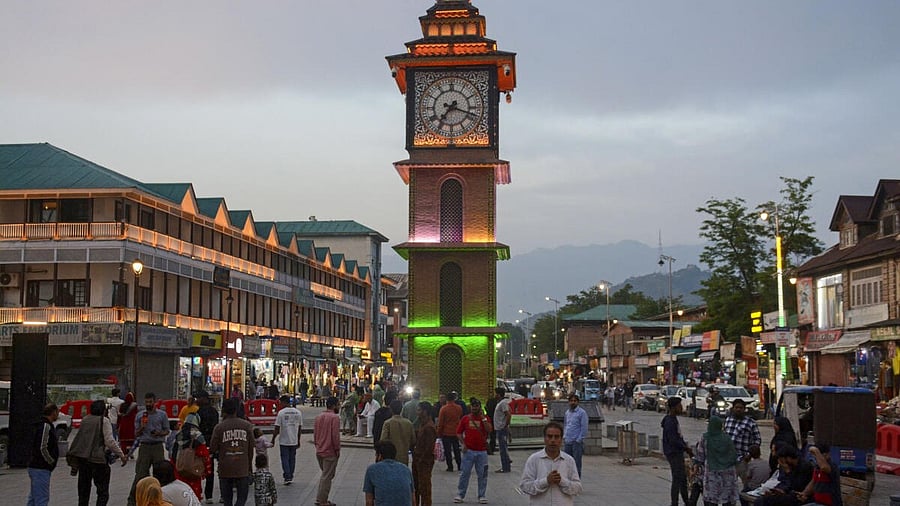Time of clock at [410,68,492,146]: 7:18
